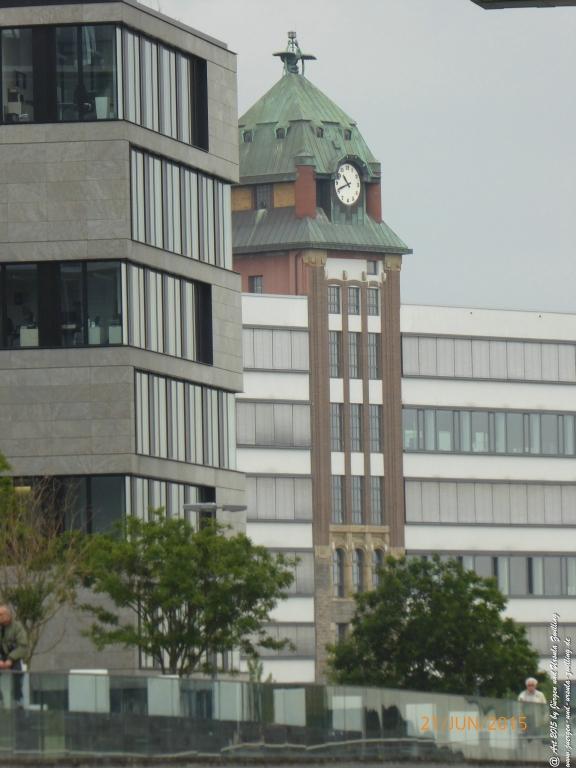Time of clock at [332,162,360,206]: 10:41
